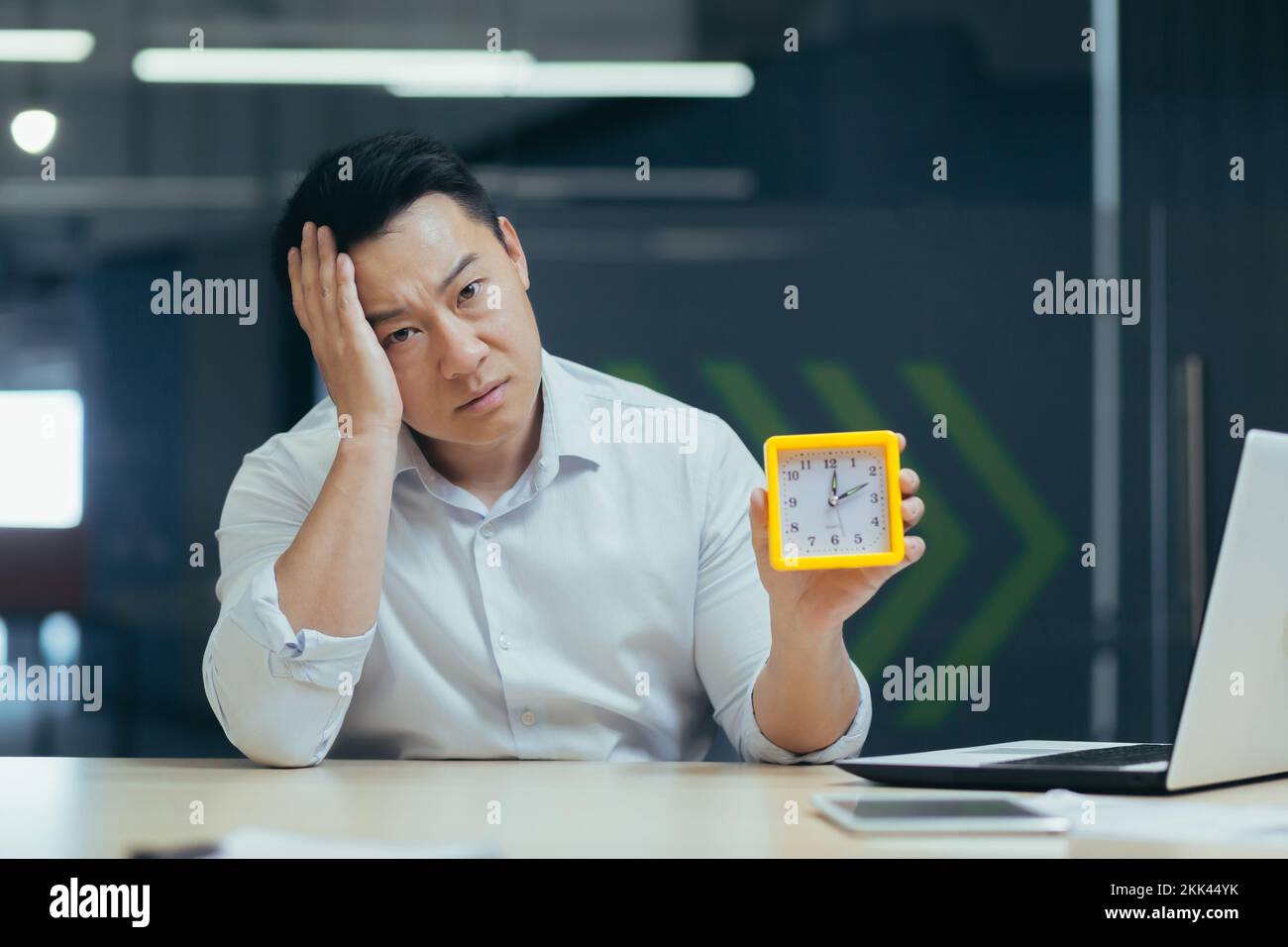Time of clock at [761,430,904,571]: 12:11
